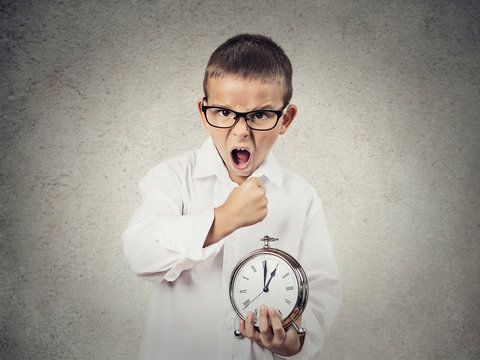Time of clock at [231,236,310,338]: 1:00
